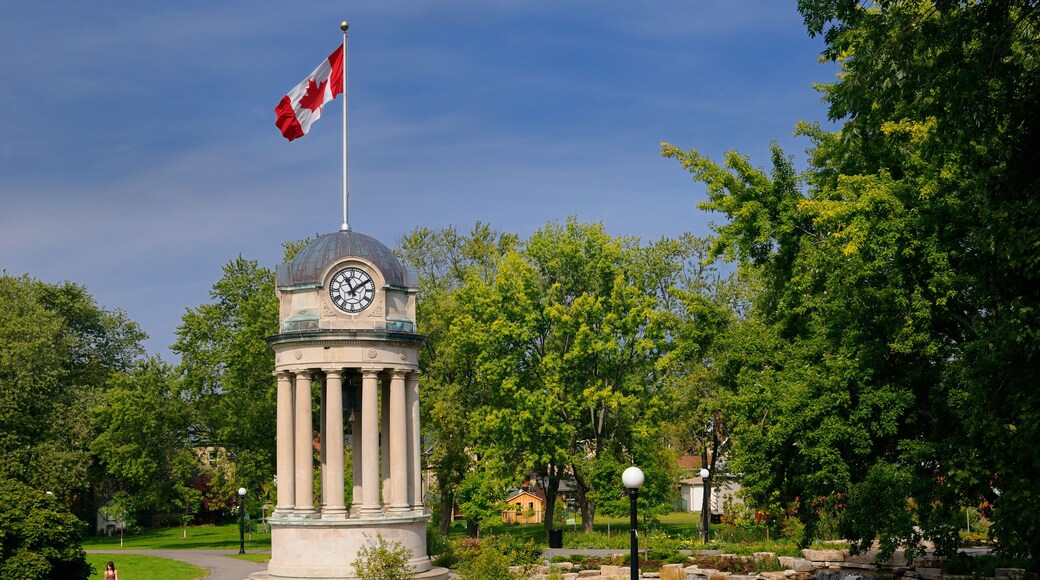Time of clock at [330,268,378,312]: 11:09
